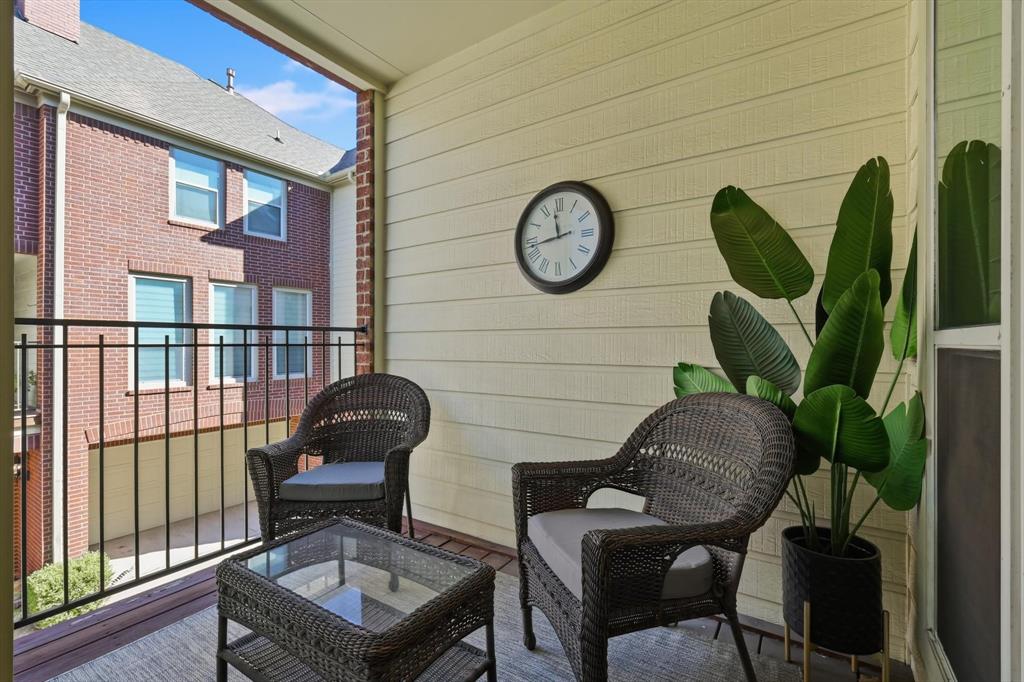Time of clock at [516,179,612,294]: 11:42
